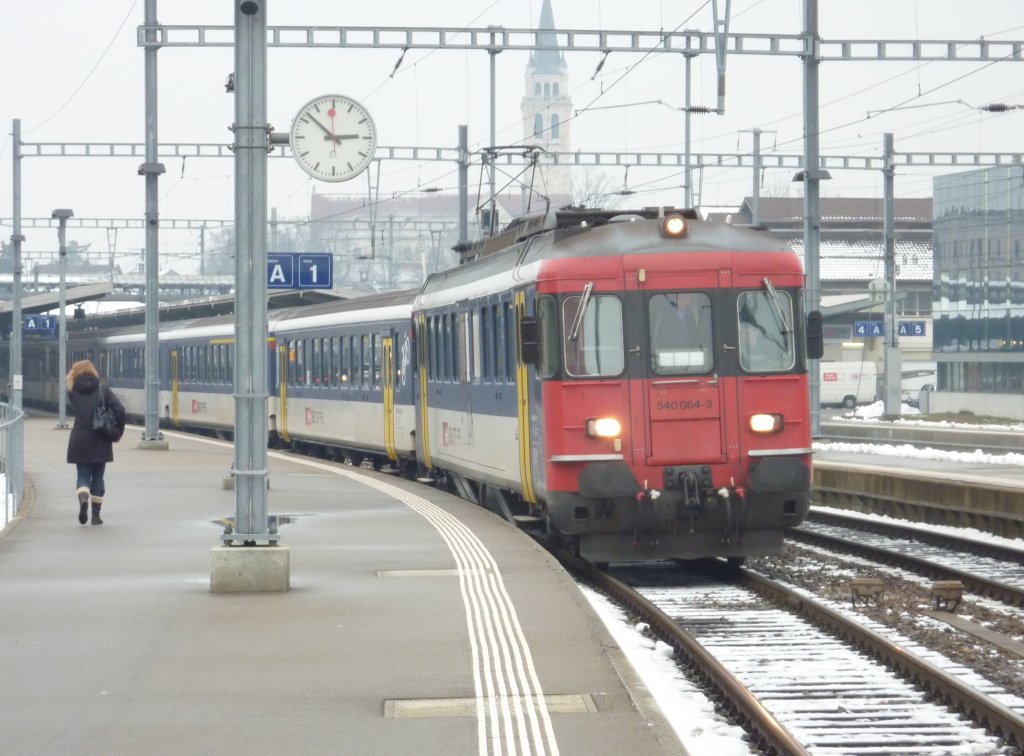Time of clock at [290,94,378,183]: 2:52
